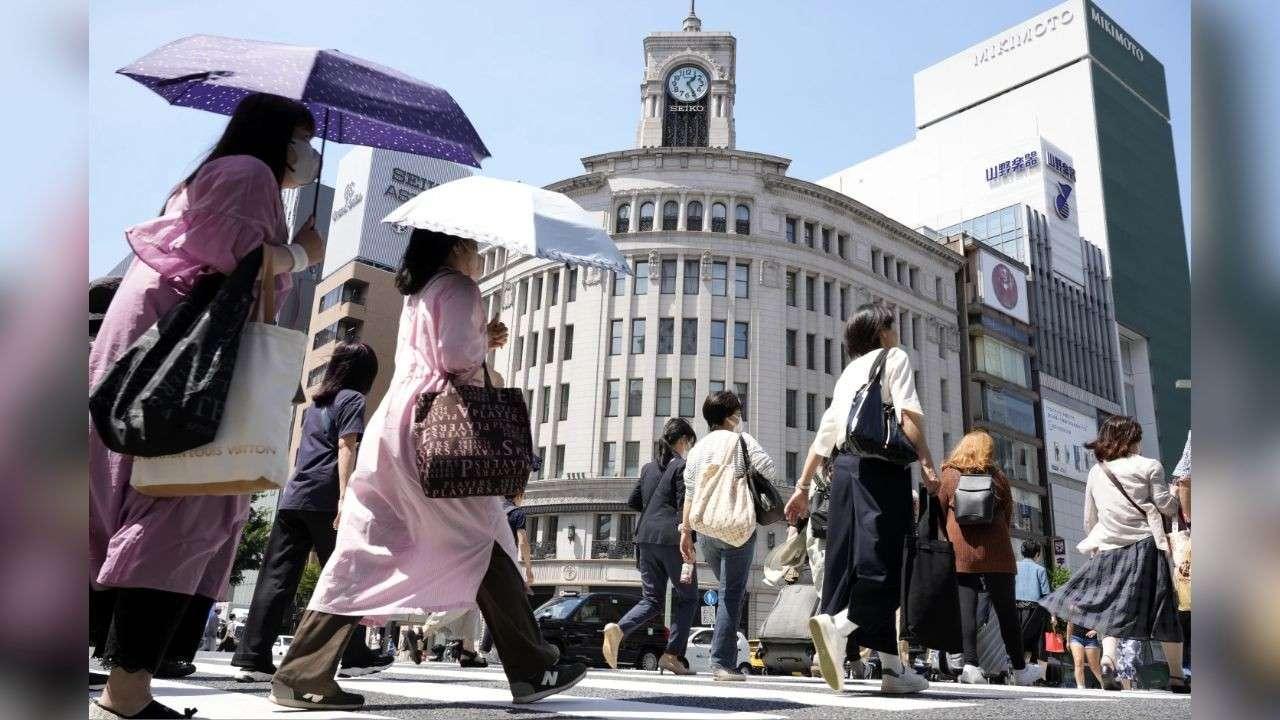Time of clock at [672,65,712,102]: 1:24
